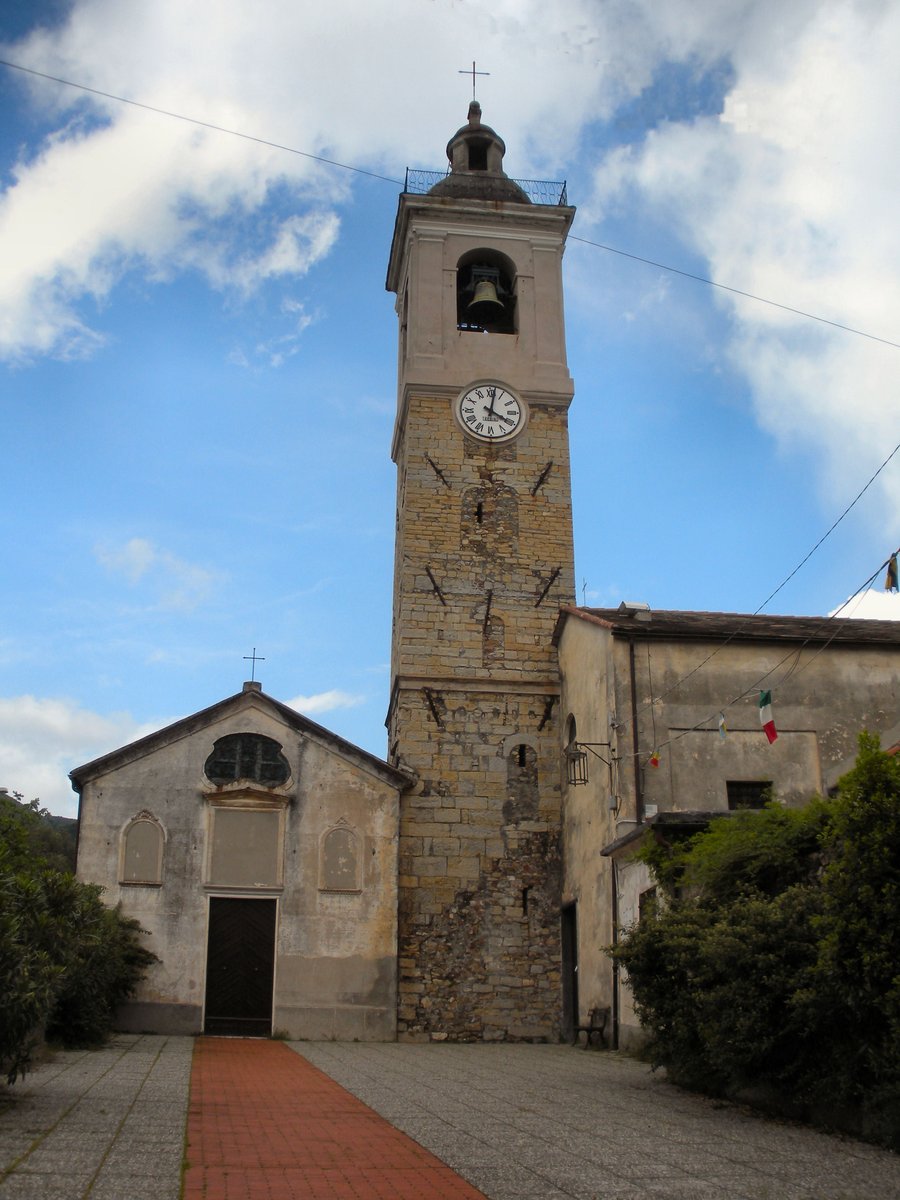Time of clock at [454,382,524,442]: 4:01
